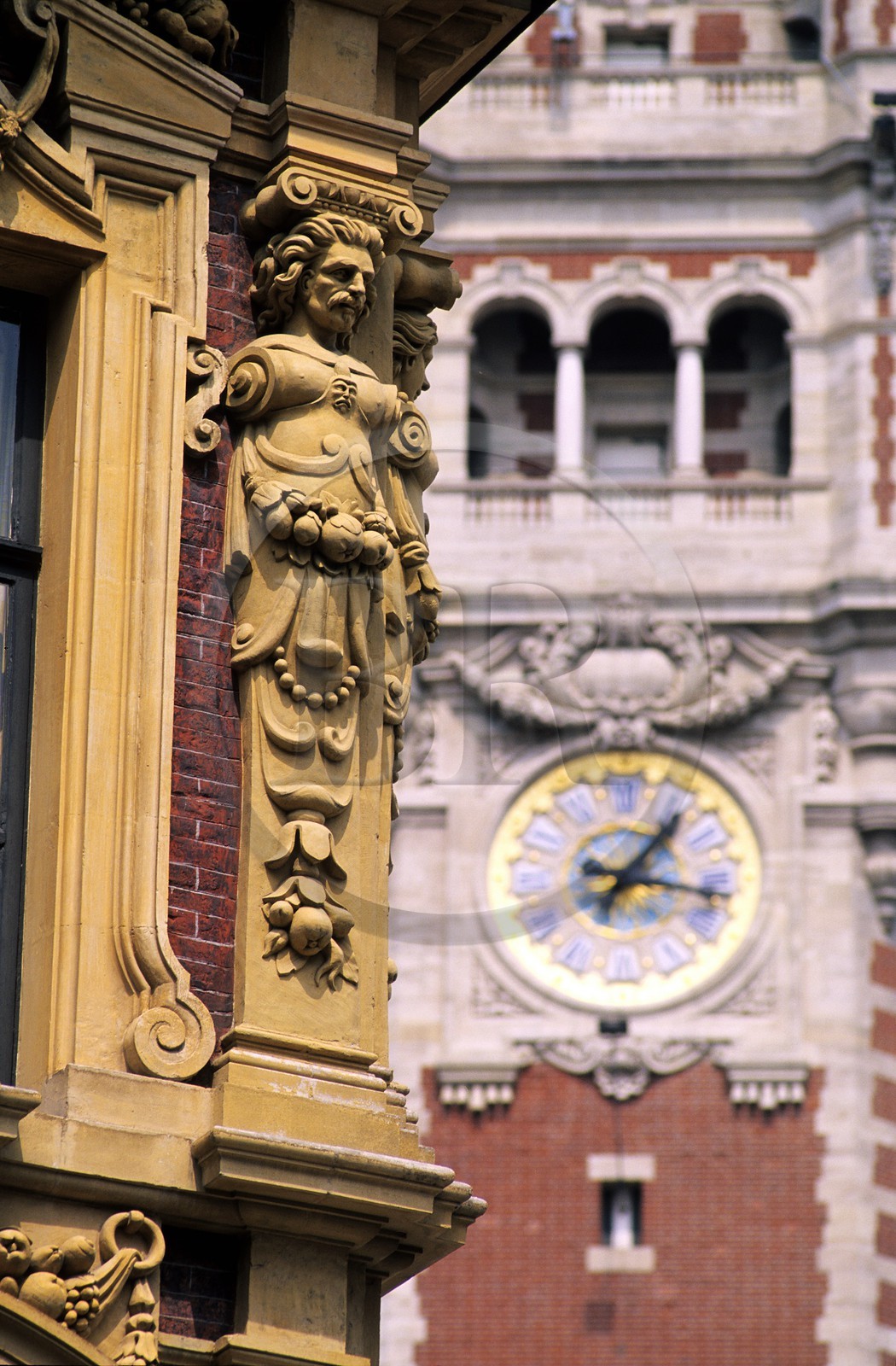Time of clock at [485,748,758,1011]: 1:16
